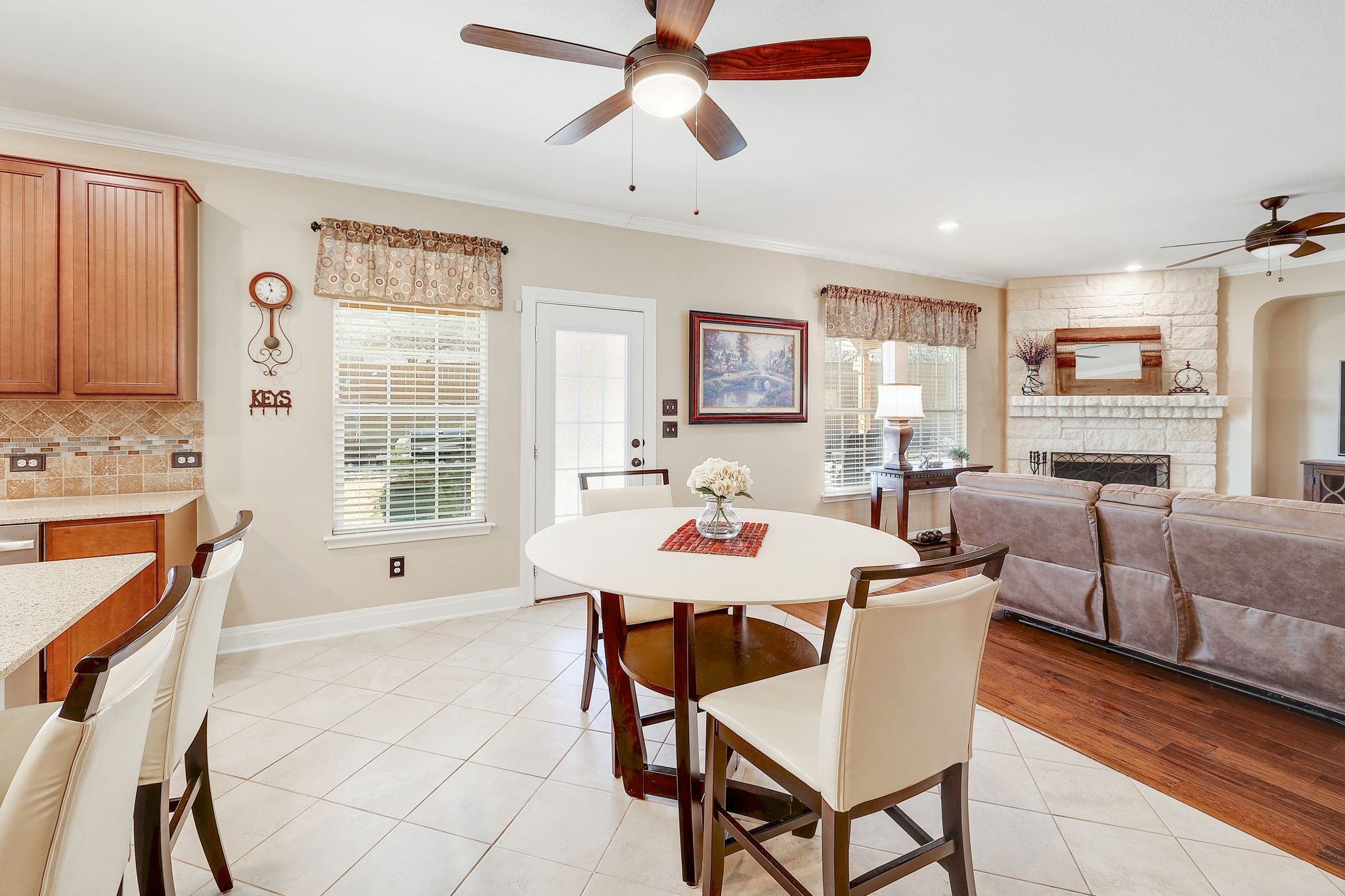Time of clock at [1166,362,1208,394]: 11:33
